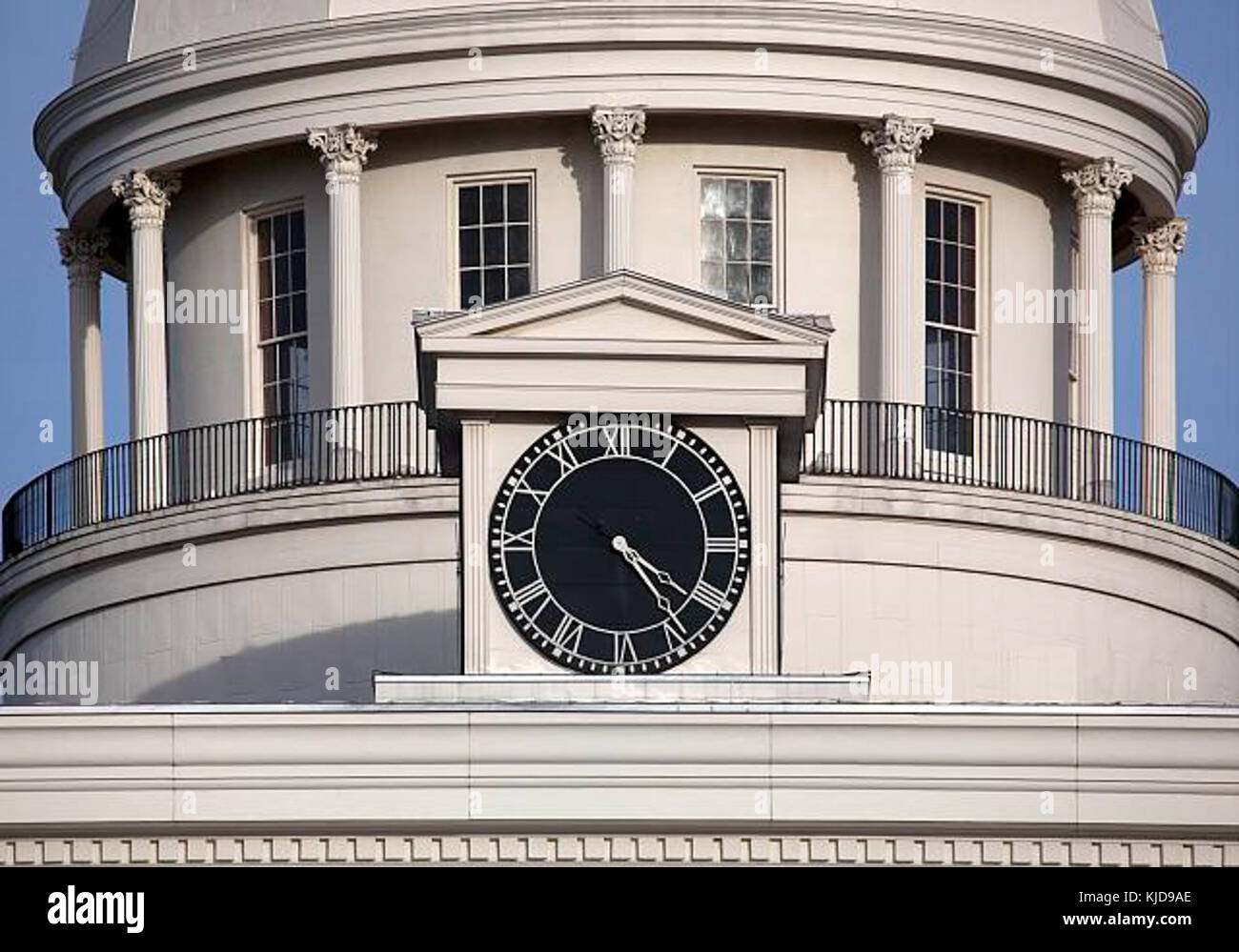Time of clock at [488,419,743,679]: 4:20
